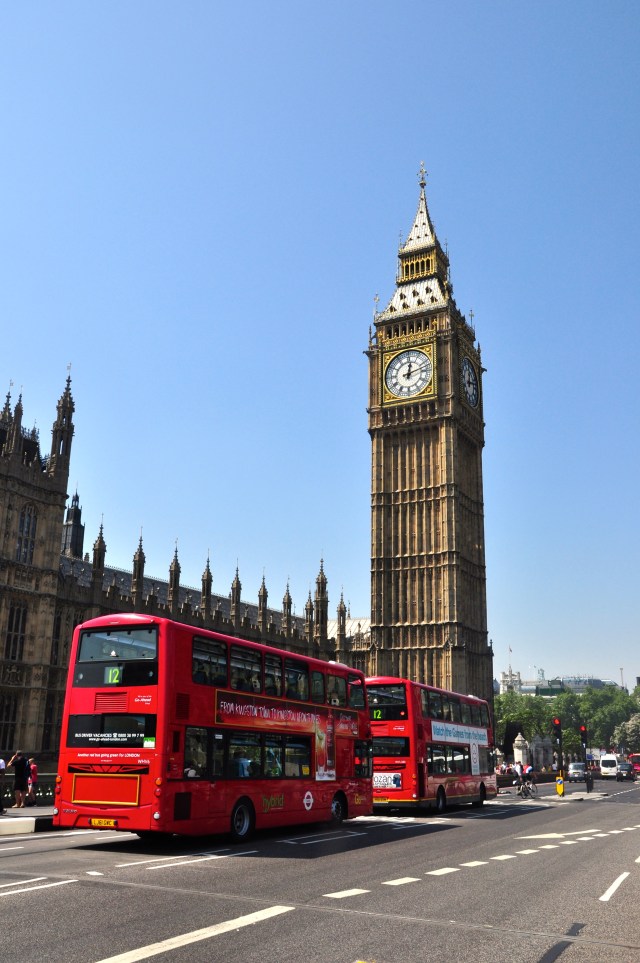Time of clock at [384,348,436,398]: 12:12
